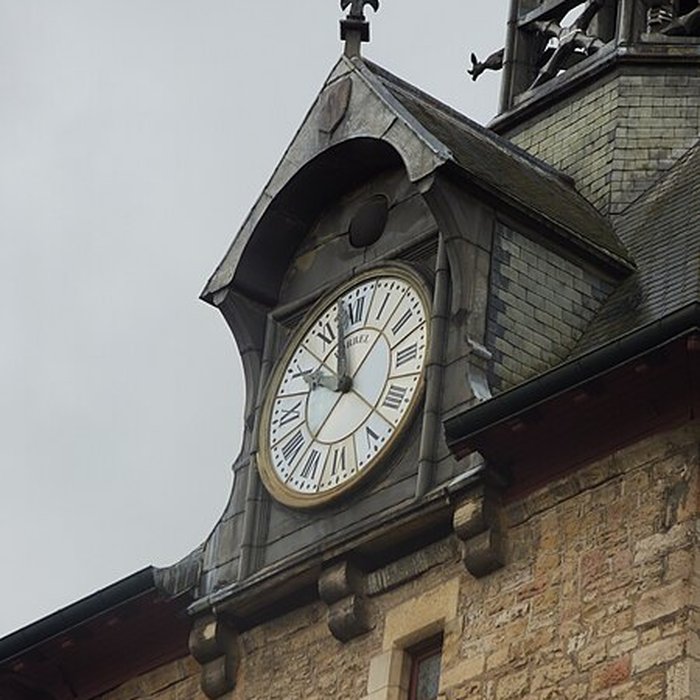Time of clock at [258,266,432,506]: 9:57
